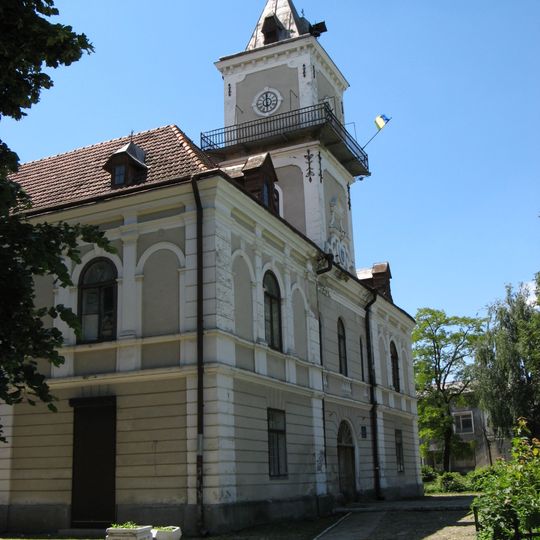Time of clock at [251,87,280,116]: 5:59
